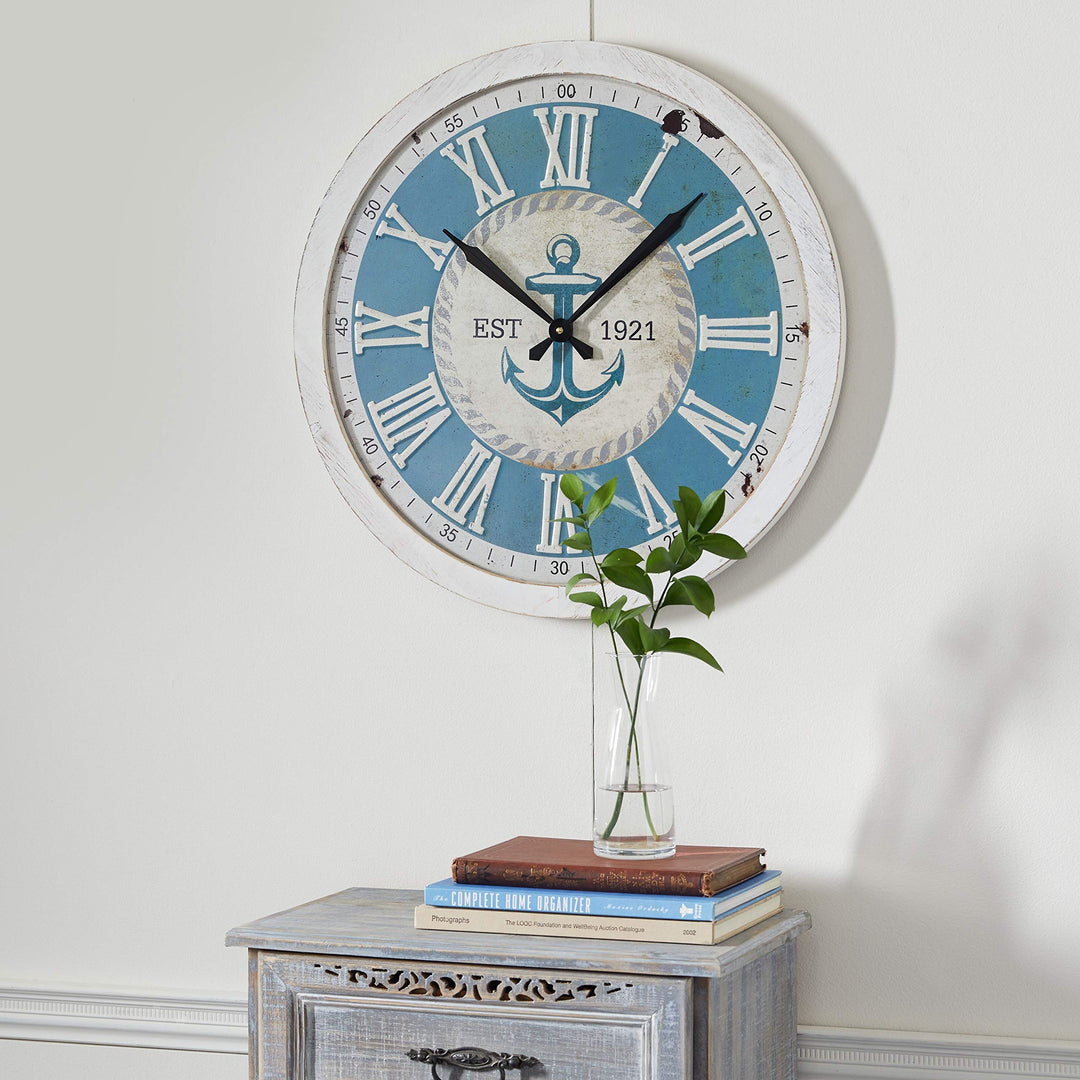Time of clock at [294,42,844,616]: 10:07
